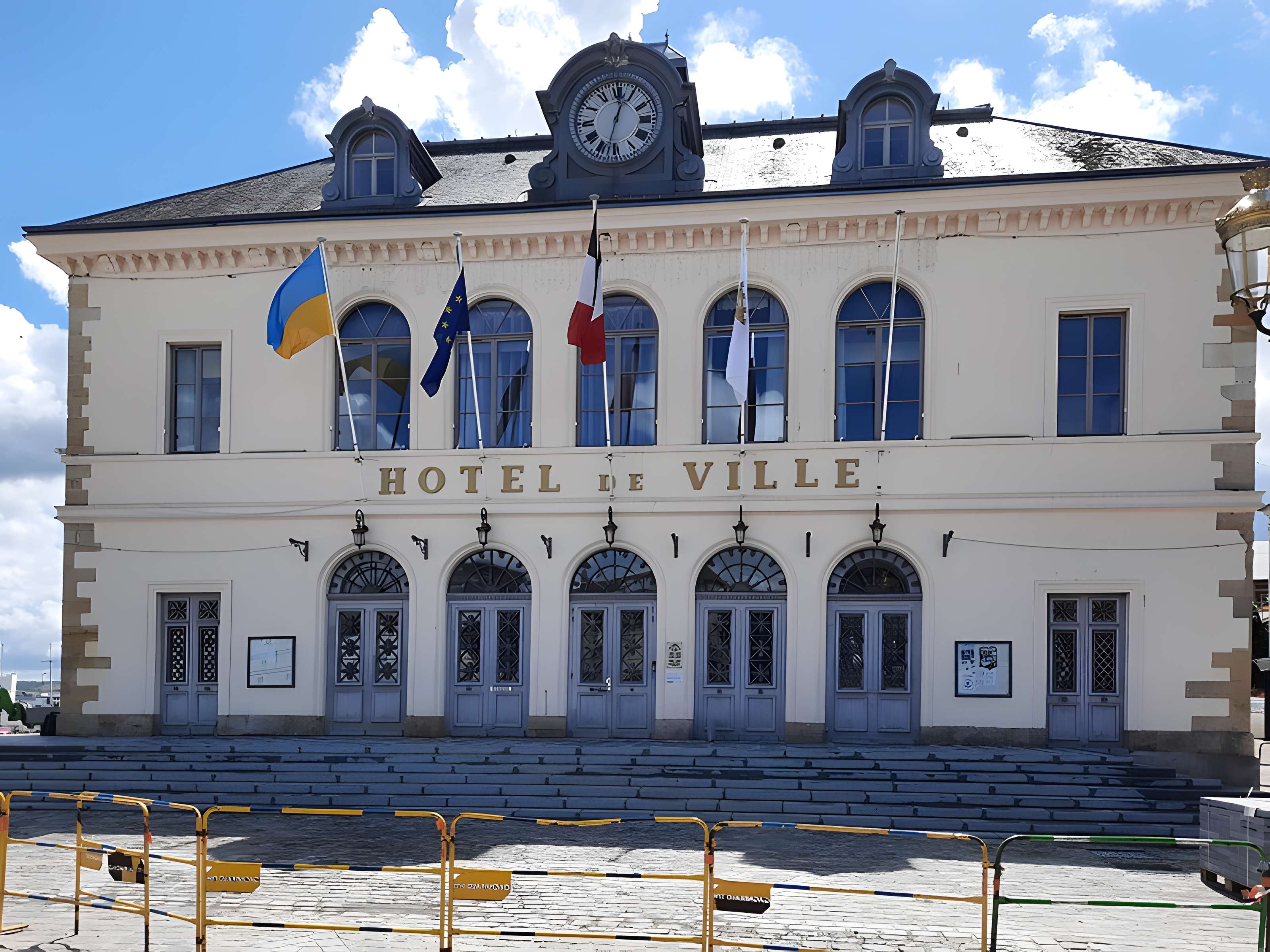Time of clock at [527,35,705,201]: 12:32
